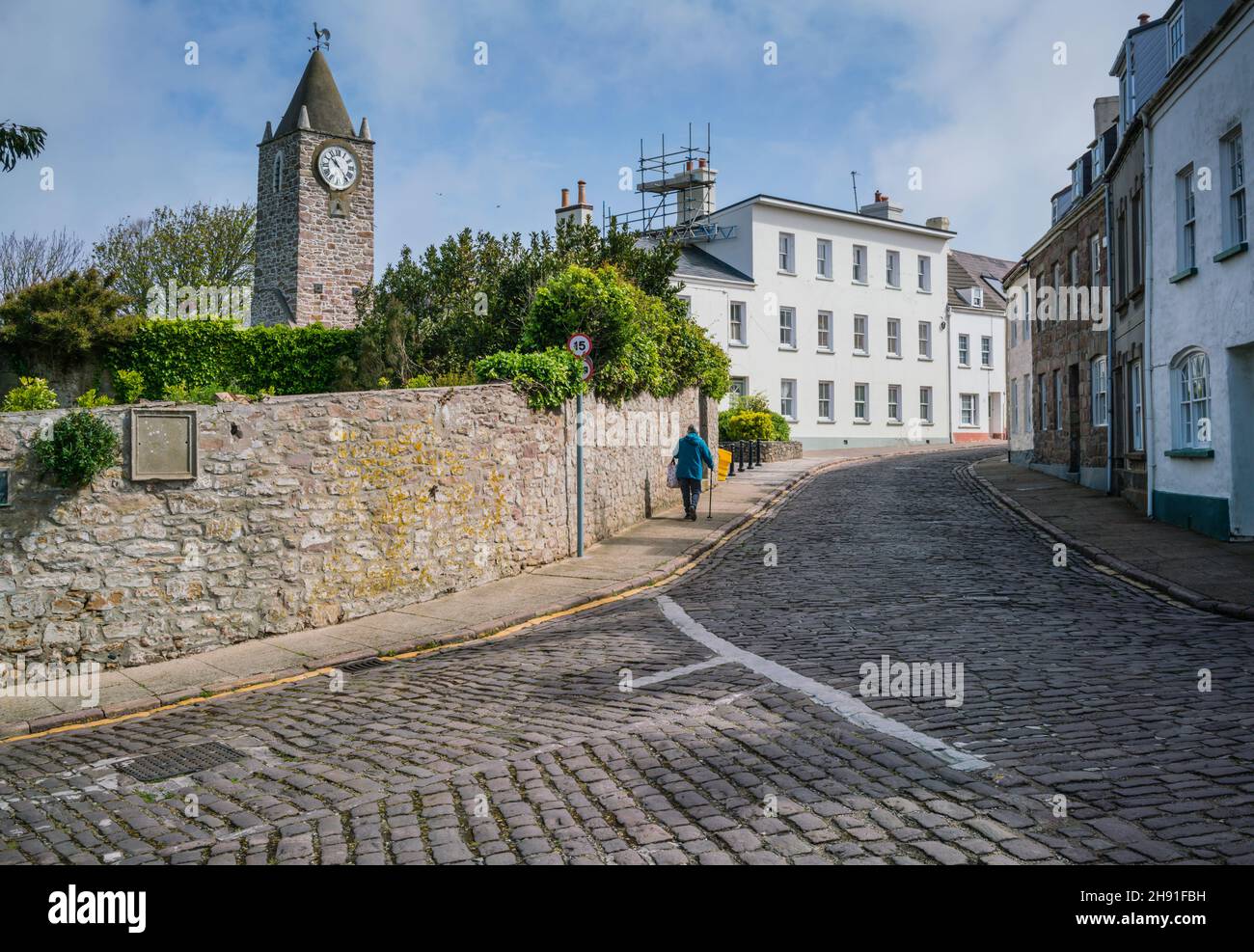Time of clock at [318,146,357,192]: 10:23
